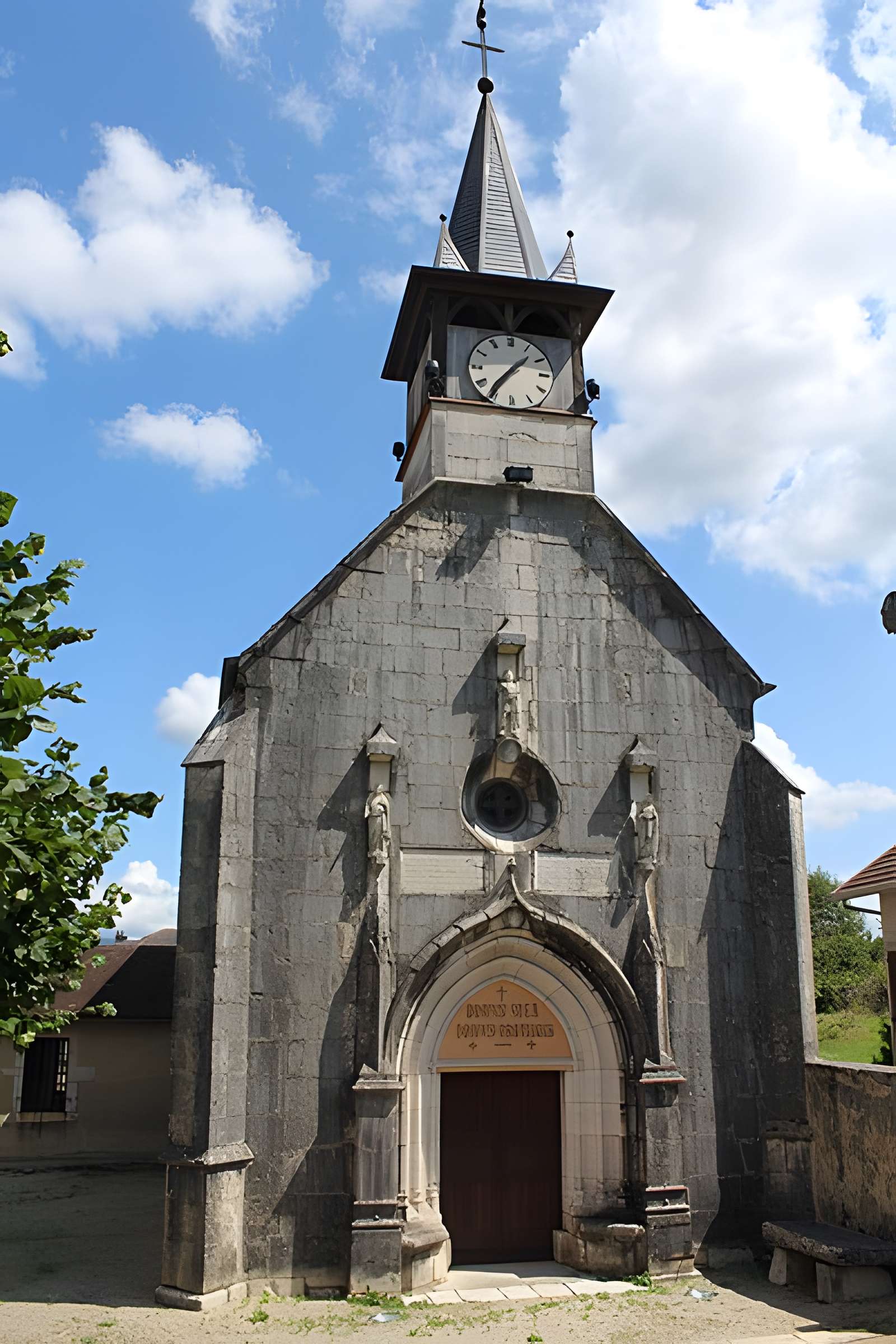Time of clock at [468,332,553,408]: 1:36
